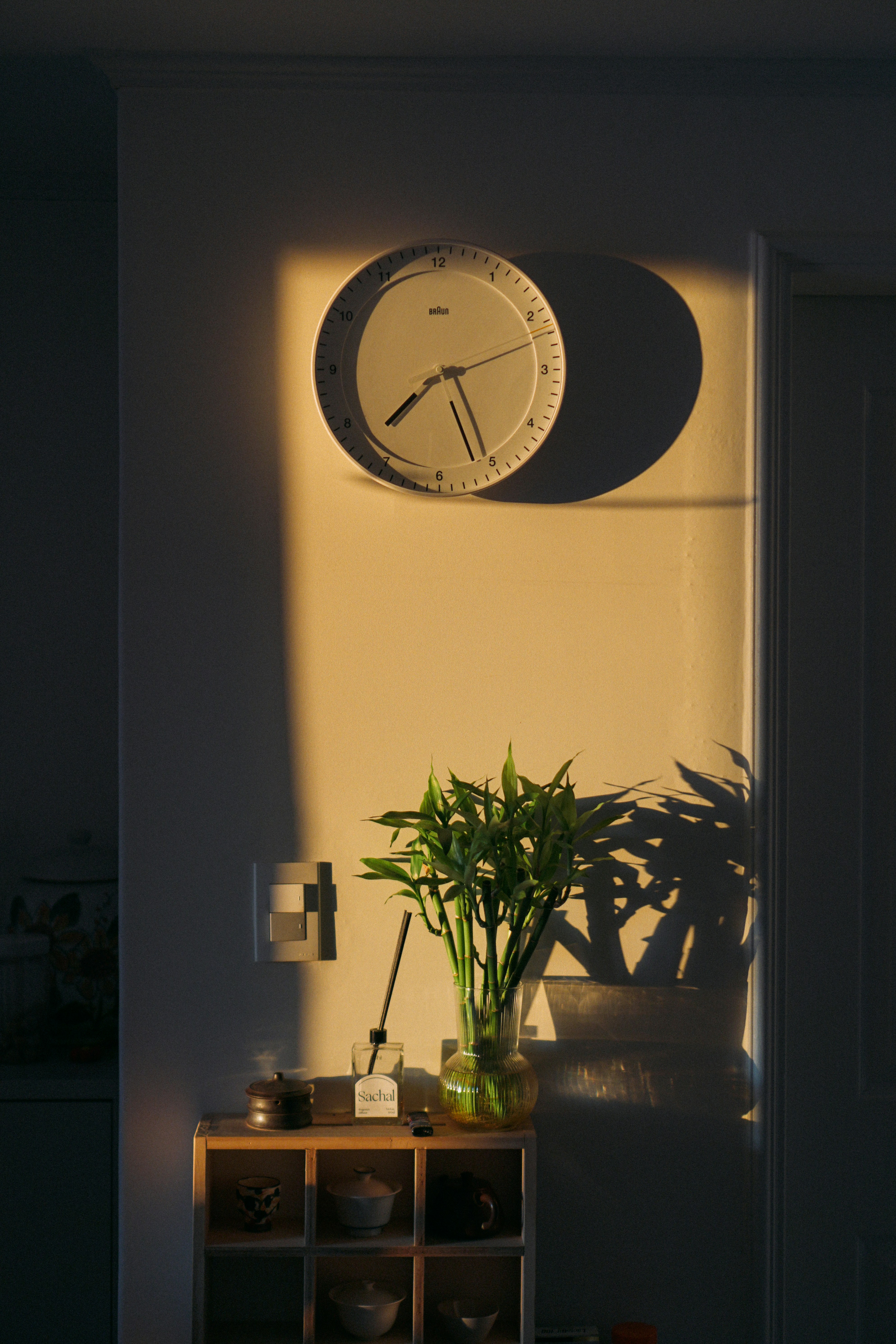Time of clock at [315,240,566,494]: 7:26
